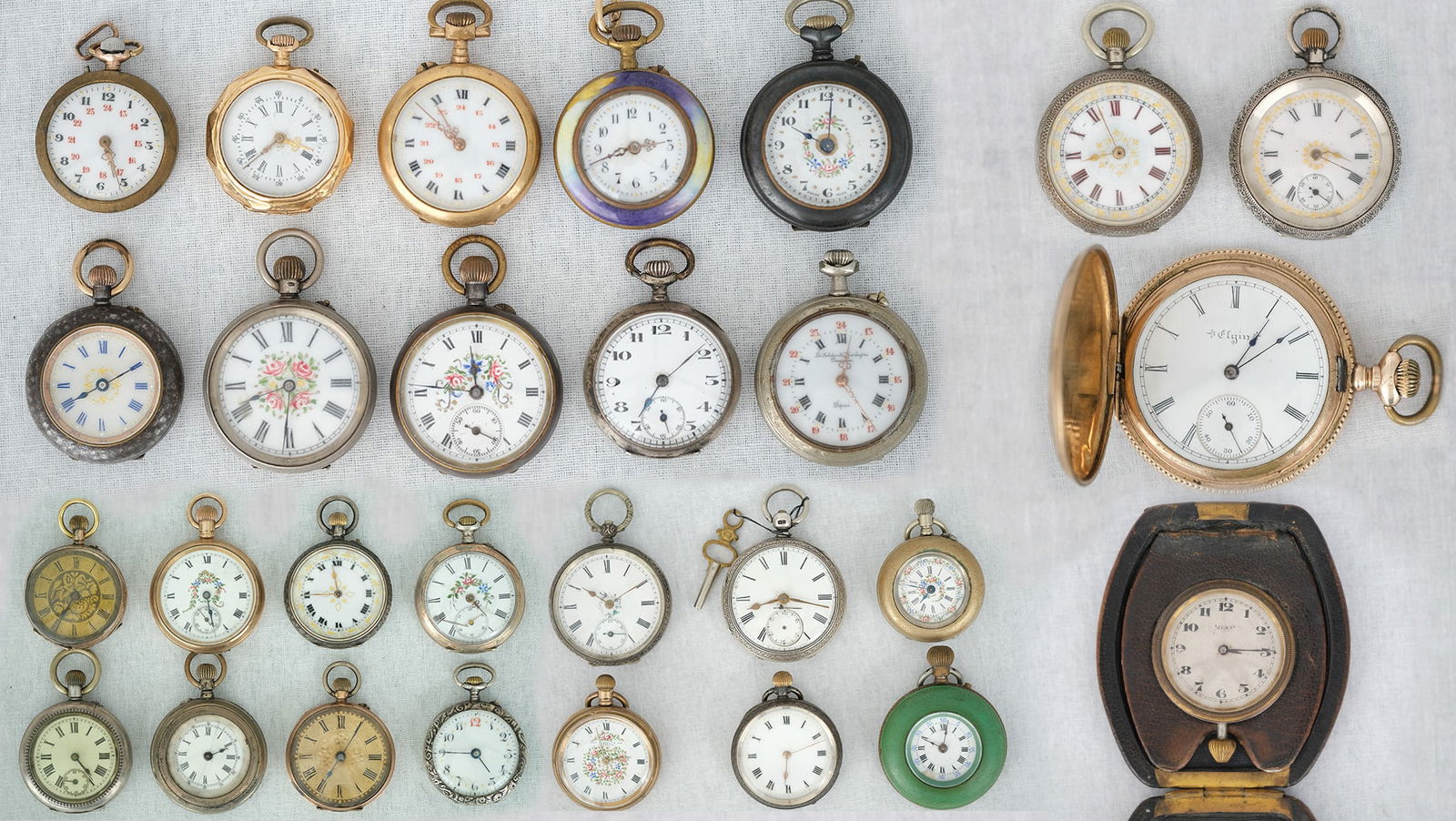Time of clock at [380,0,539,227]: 10:50
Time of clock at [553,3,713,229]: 2:41
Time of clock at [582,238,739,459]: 7:08
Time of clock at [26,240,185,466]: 8:09
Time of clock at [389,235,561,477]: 11:45
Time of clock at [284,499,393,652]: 11:44
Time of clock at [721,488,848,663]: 8:16
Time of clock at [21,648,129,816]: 4:23
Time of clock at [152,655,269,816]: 2:09
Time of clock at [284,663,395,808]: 7:04
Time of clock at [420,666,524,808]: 4:45
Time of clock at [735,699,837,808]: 6:11
